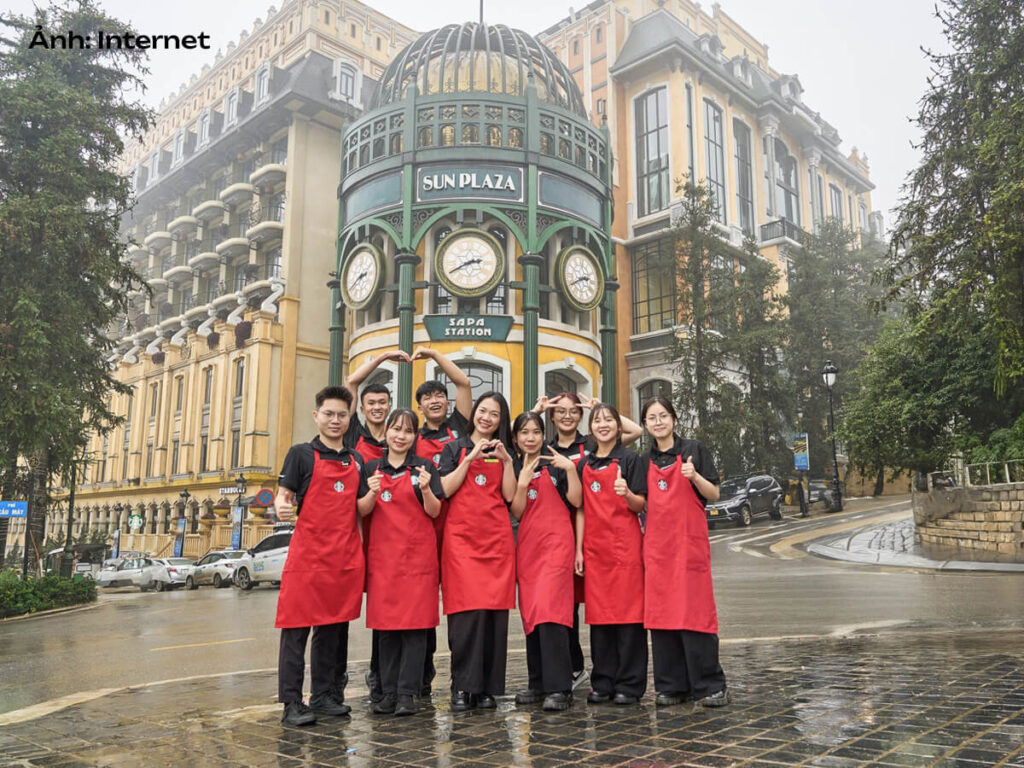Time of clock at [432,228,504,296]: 2:40
